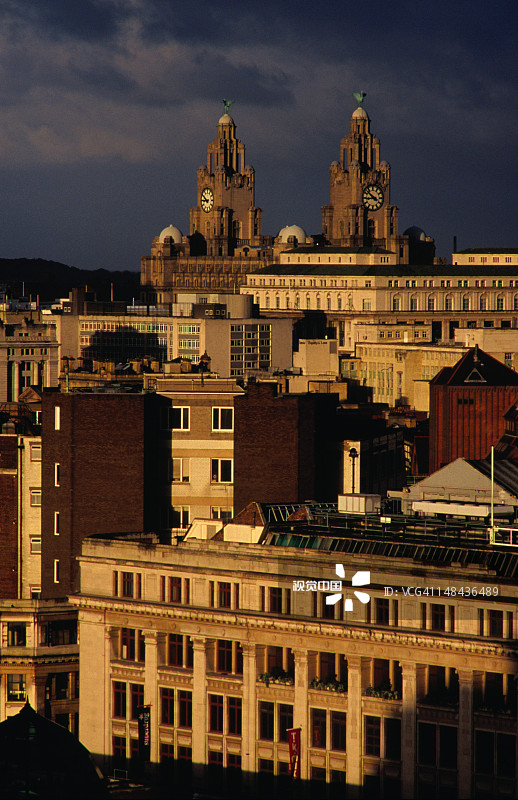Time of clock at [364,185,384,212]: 8:51
